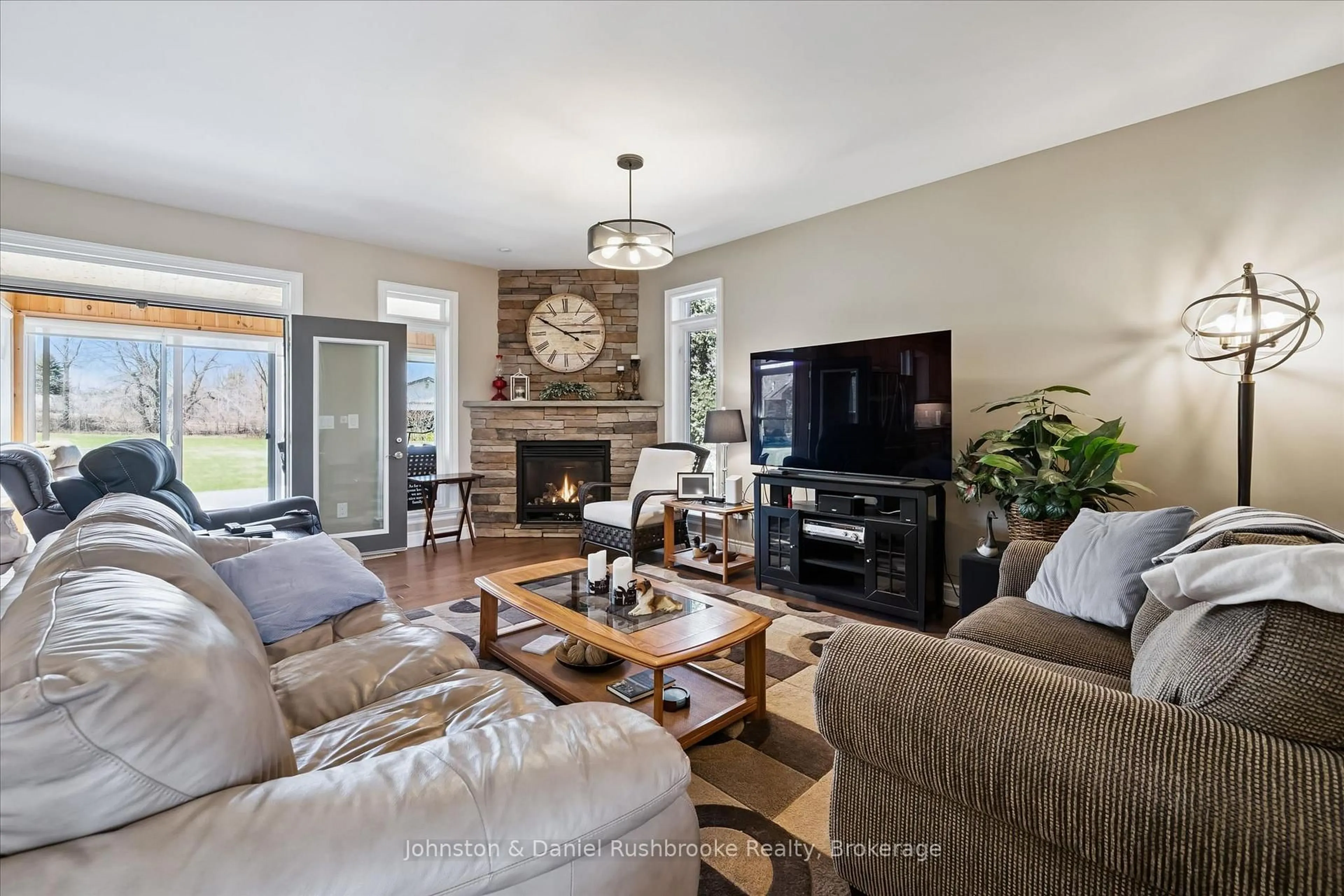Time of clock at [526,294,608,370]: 2:50
